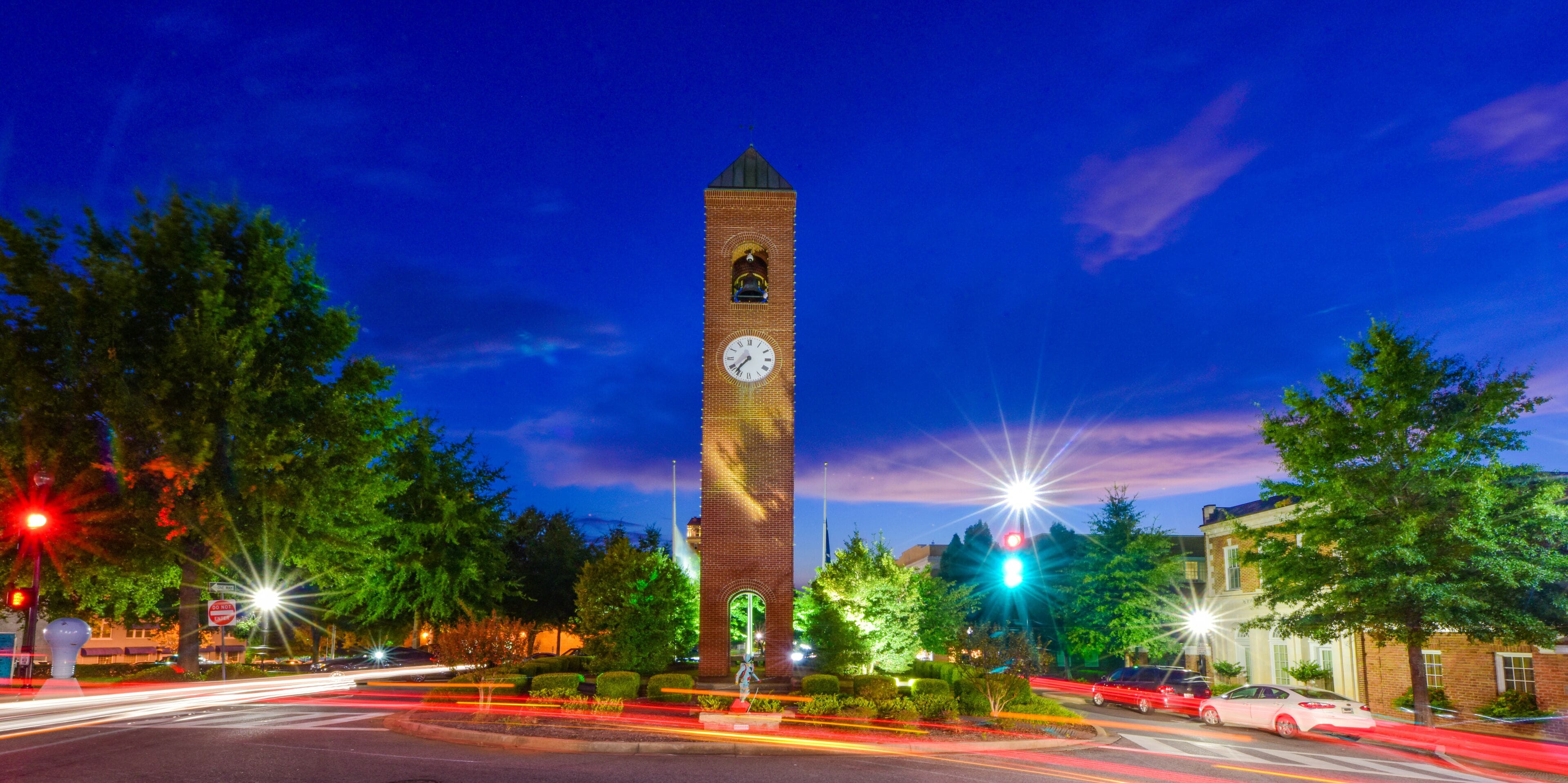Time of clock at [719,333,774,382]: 7:36
